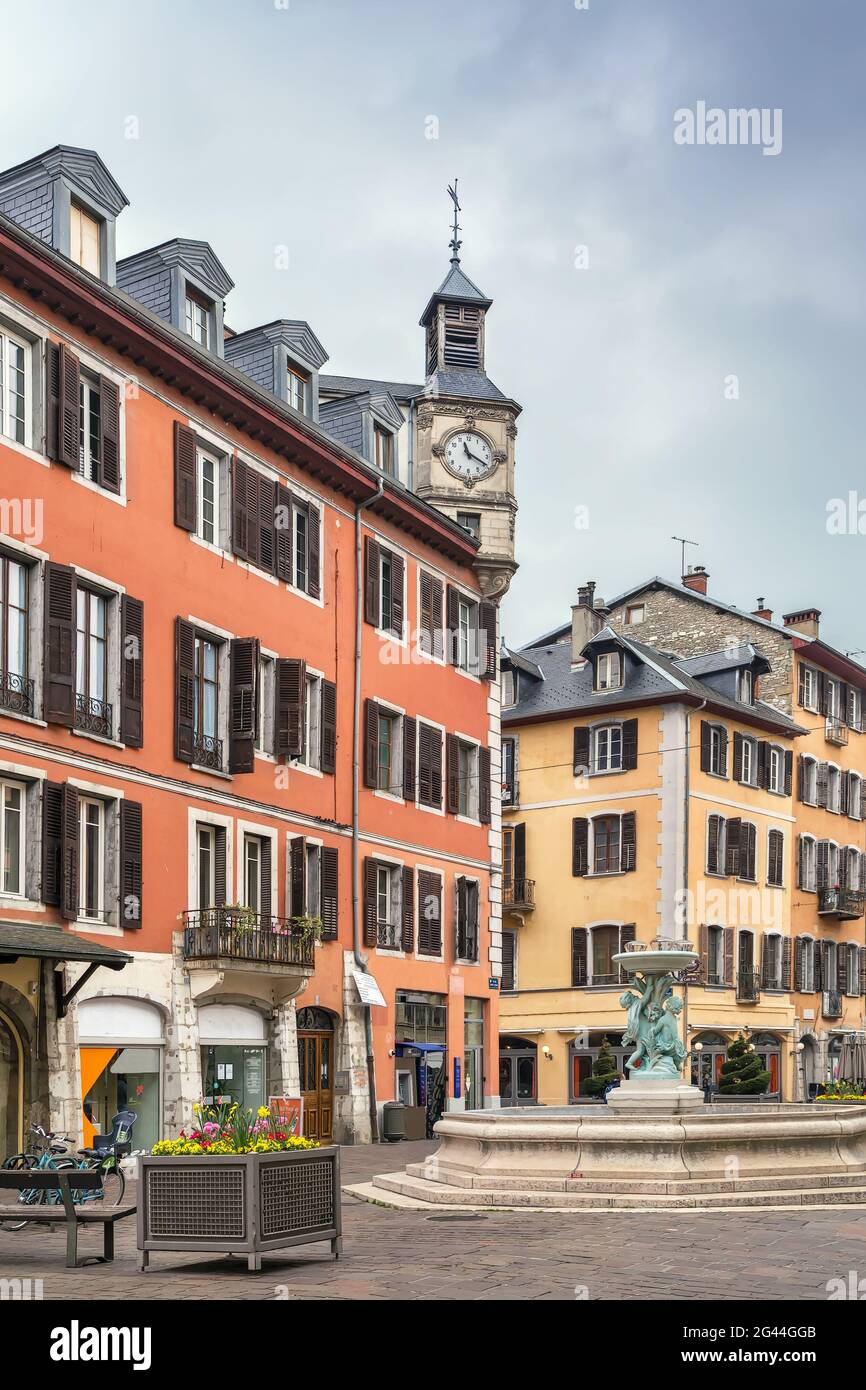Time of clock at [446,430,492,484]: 11:19
